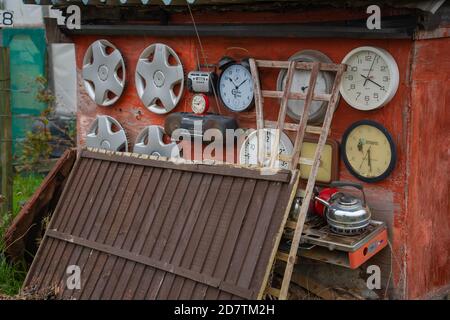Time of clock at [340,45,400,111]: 4:03
